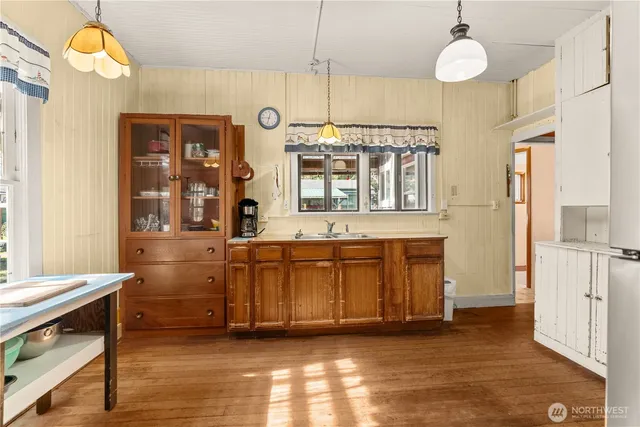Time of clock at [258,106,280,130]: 12:32
